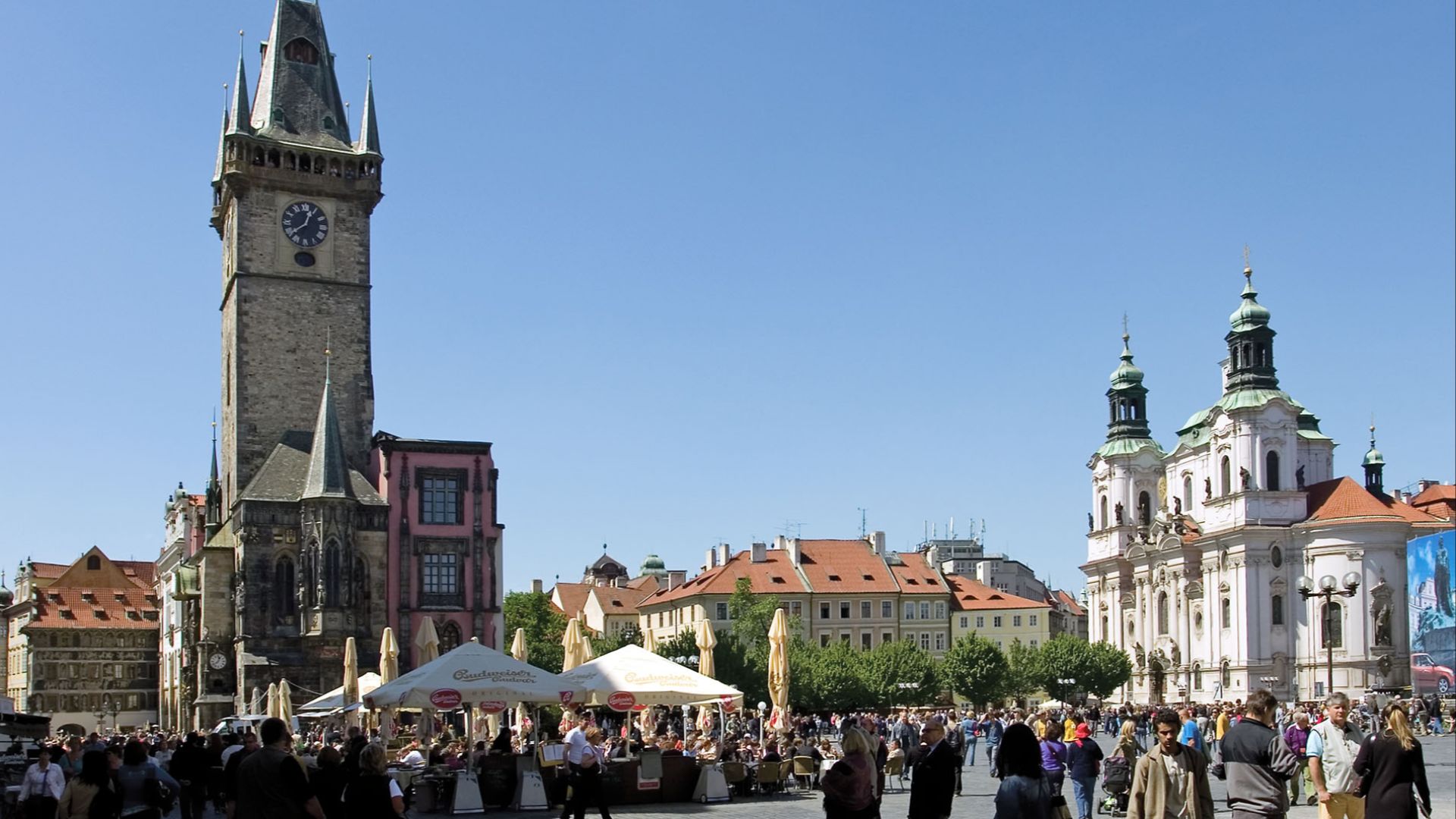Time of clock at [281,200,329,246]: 12:38
